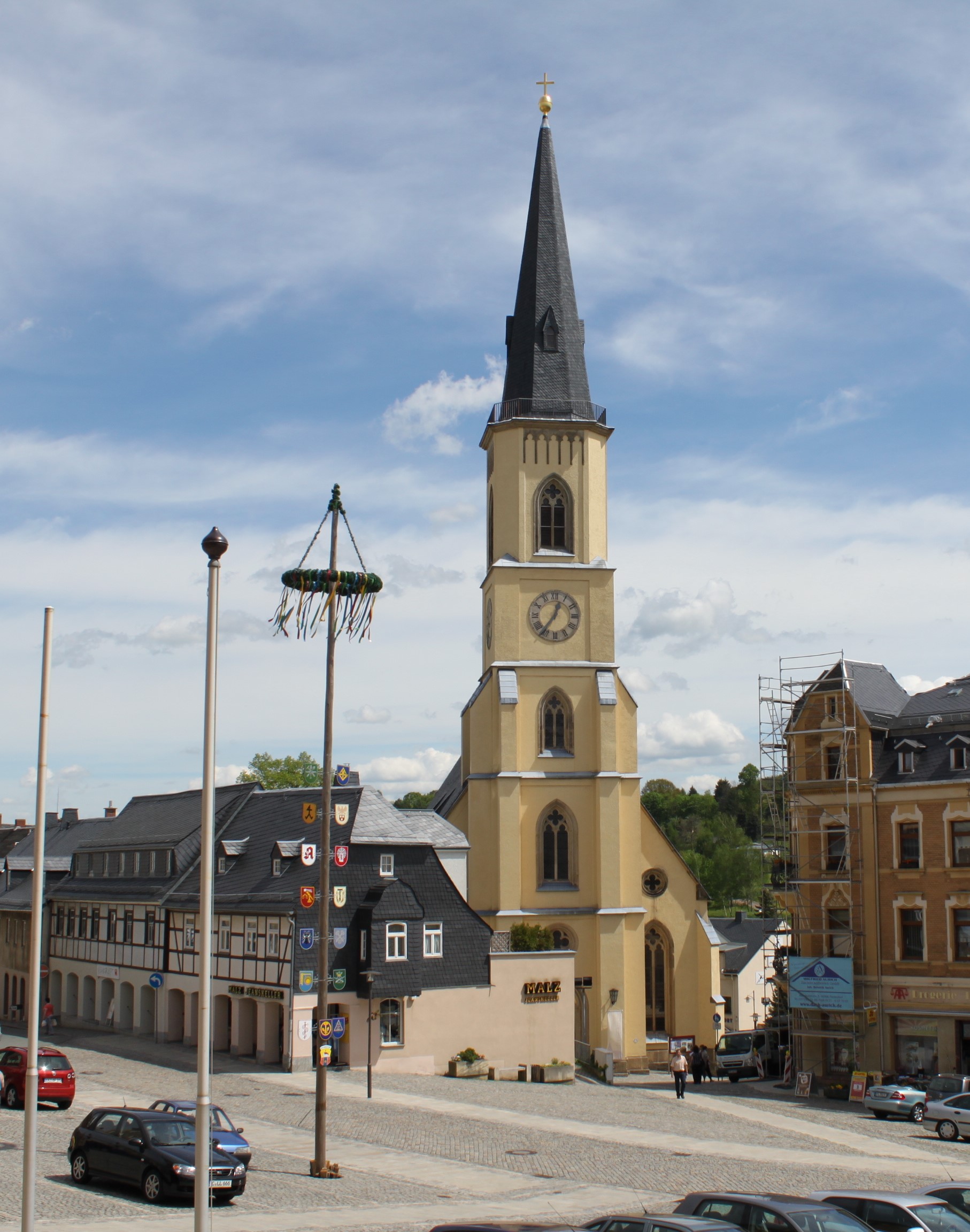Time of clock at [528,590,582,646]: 12:36
